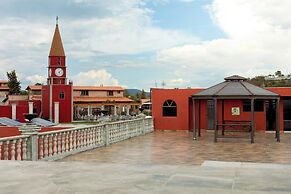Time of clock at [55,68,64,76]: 5:08
